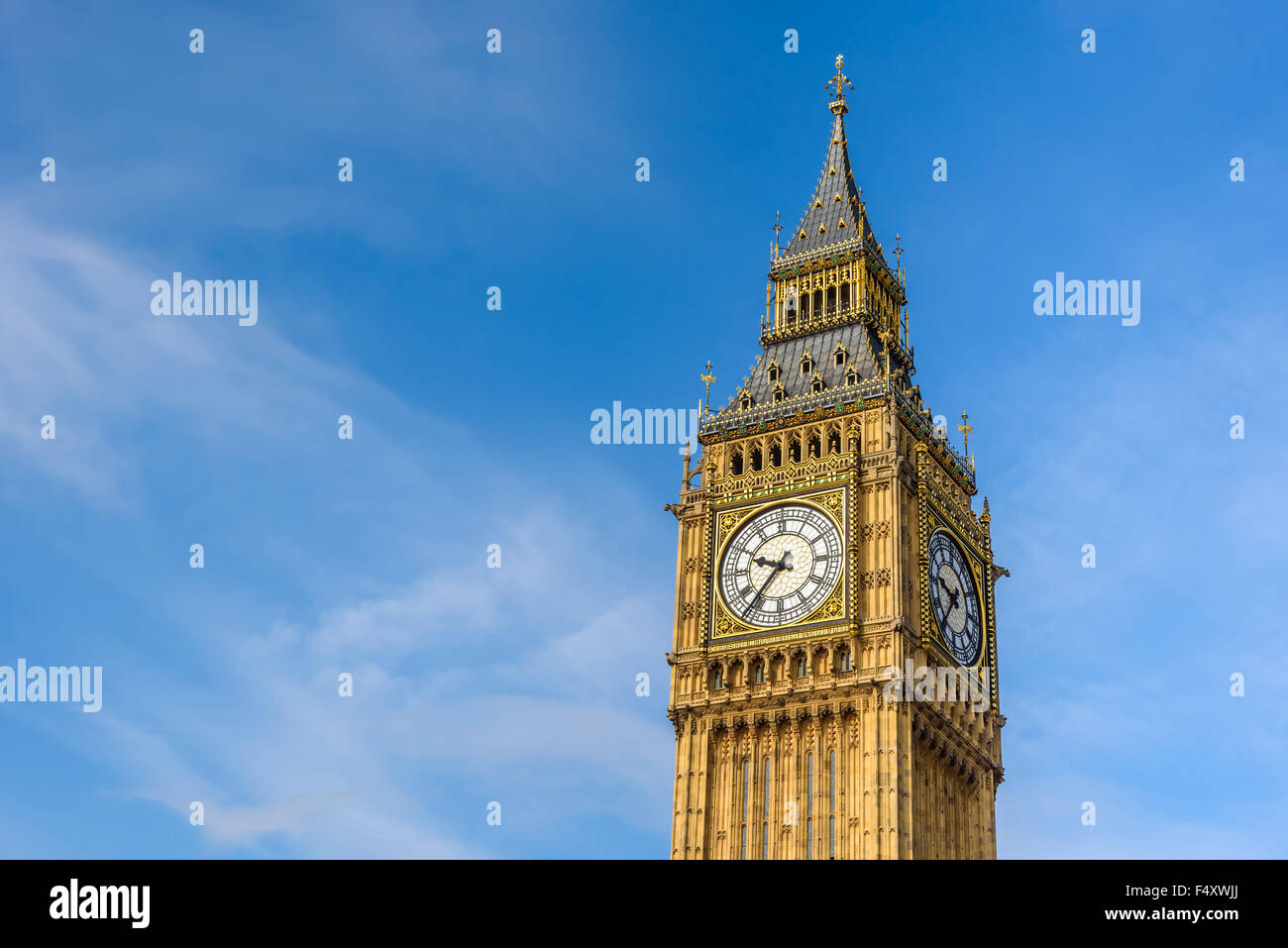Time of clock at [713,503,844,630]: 9:36
